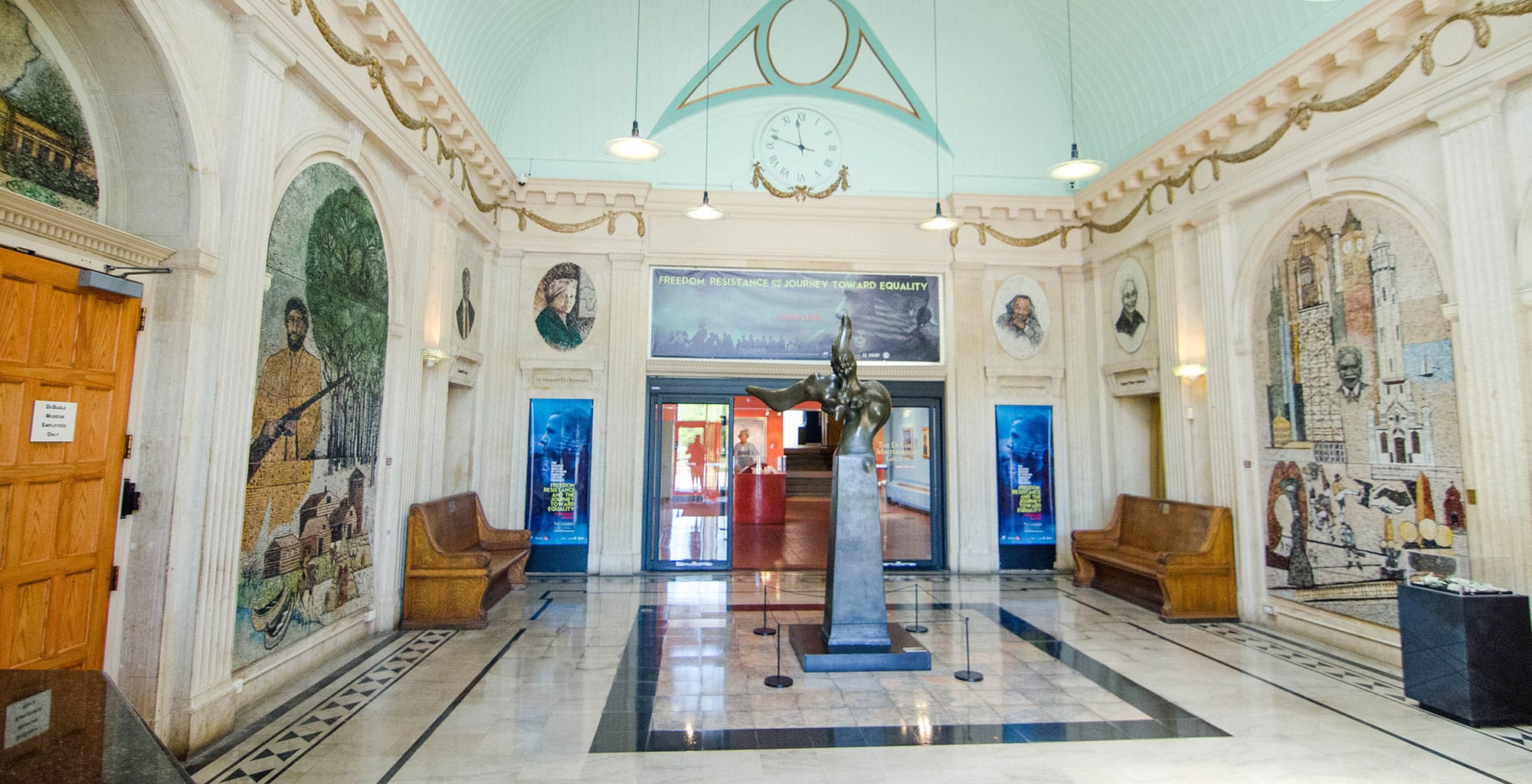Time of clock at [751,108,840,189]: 11:47
